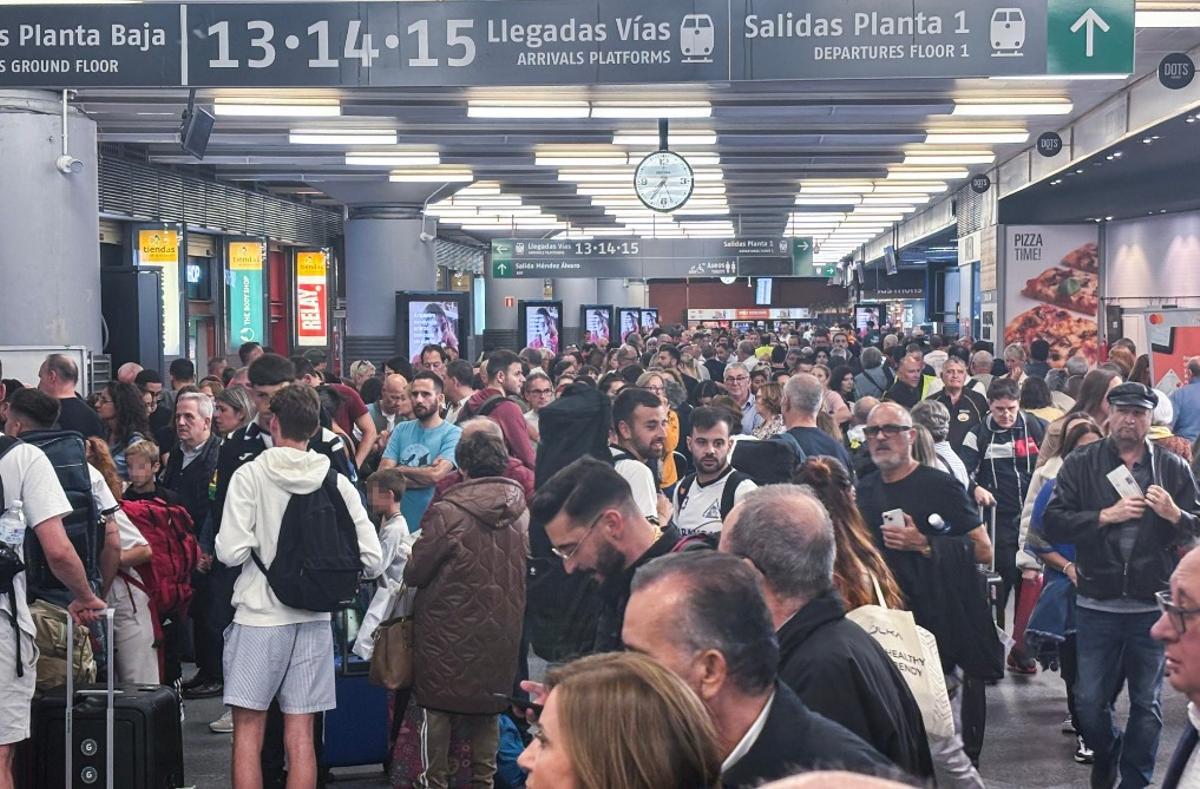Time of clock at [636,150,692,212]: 7:15
